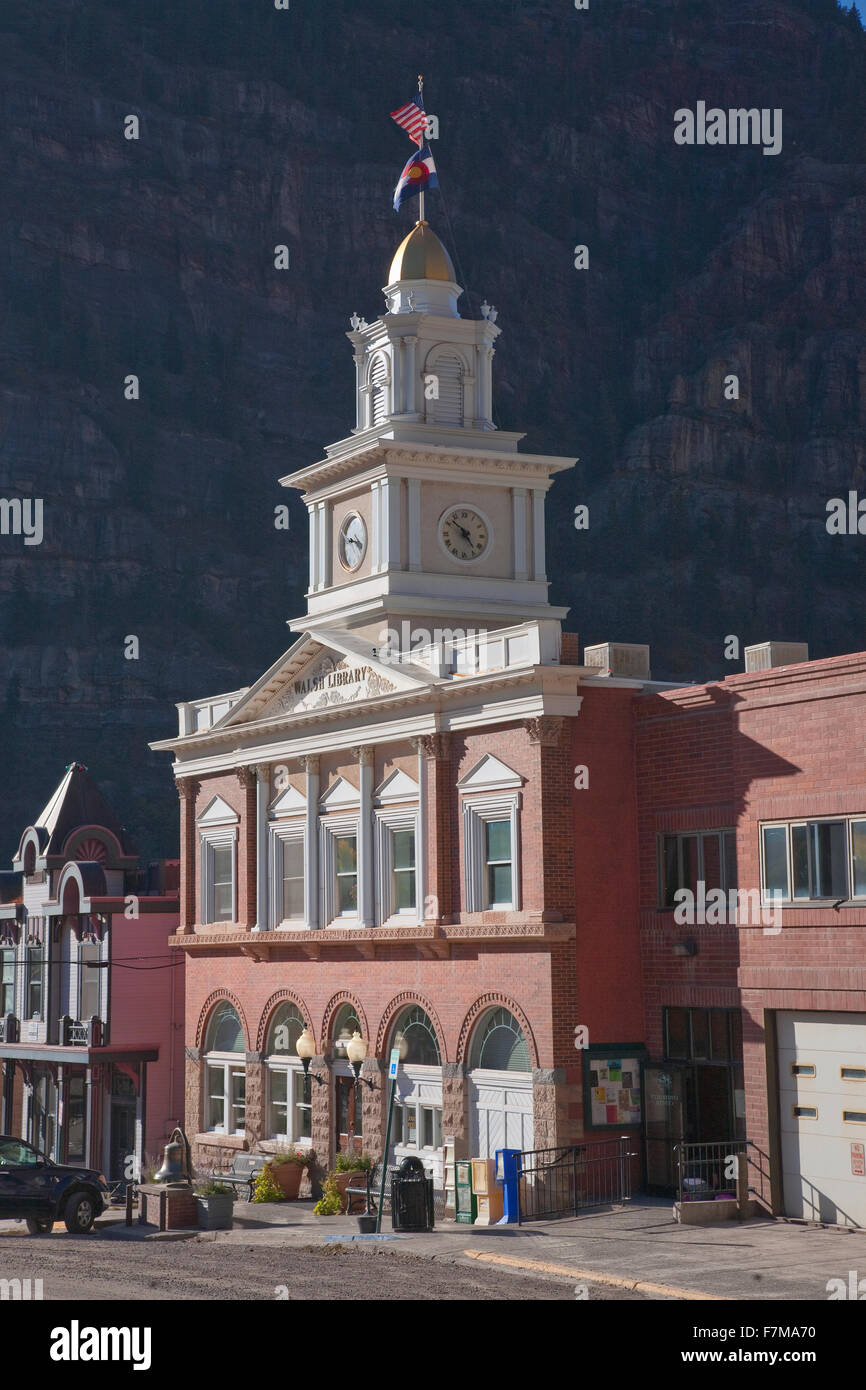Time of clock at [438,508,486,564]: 4:51
